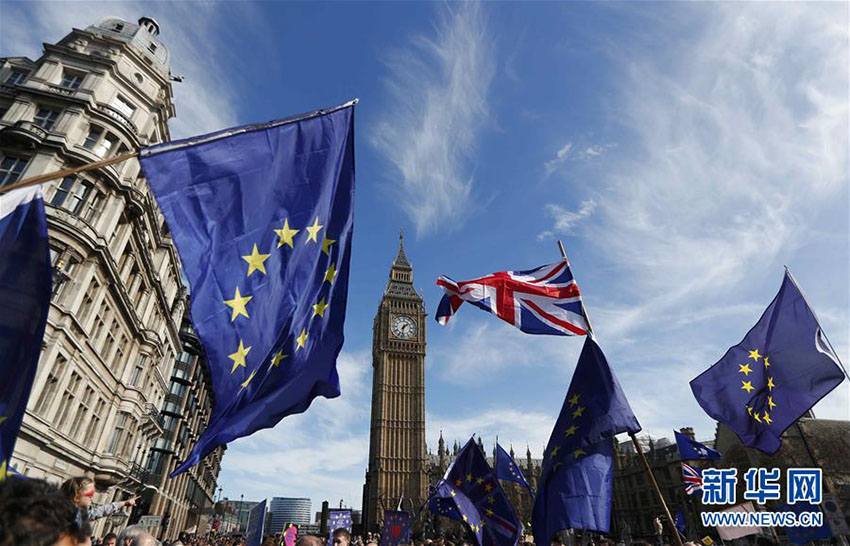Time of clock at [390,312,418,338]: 1:32
